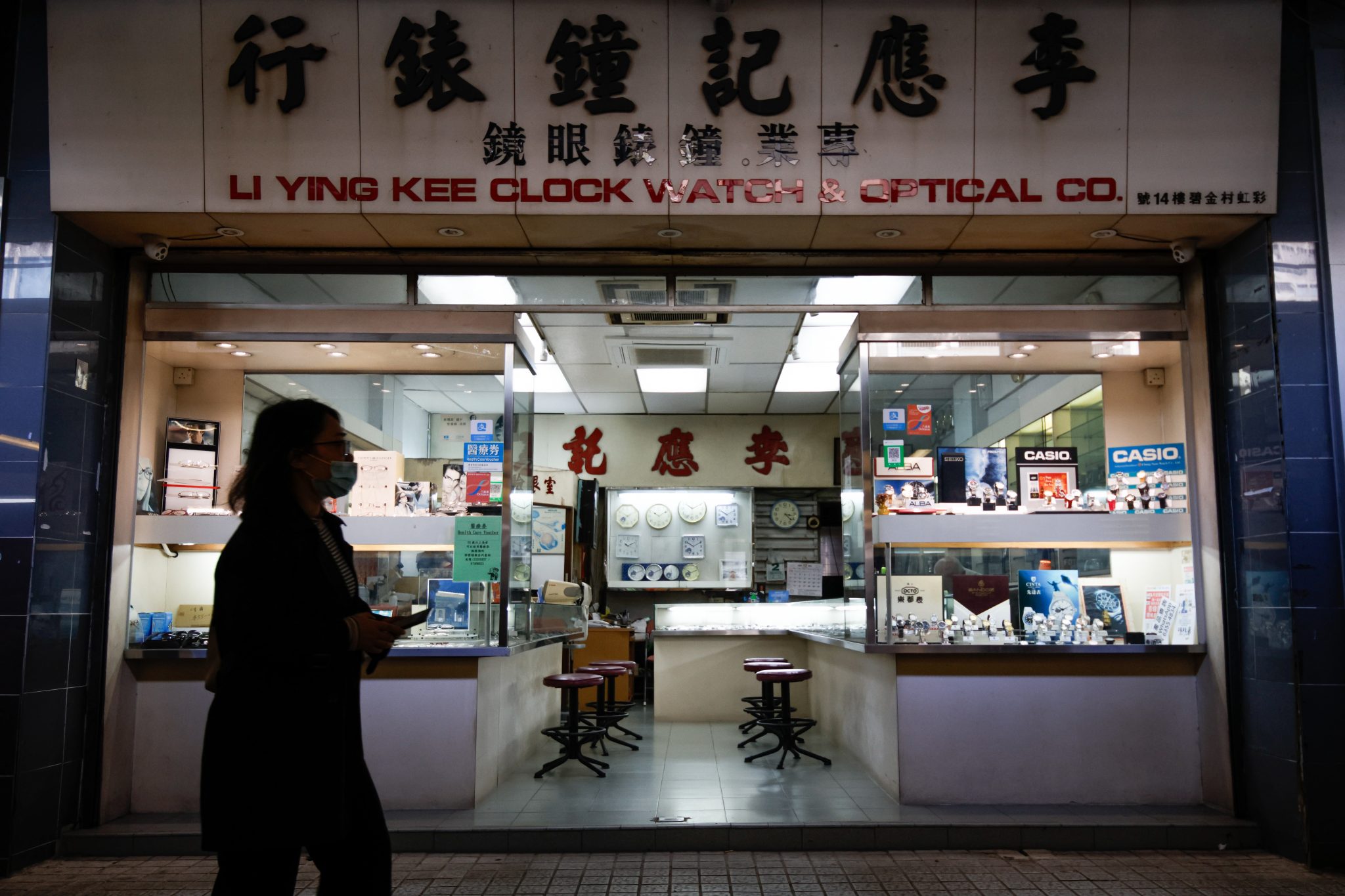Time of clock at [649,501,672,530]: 10:10
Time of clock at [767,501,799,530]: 3:22
